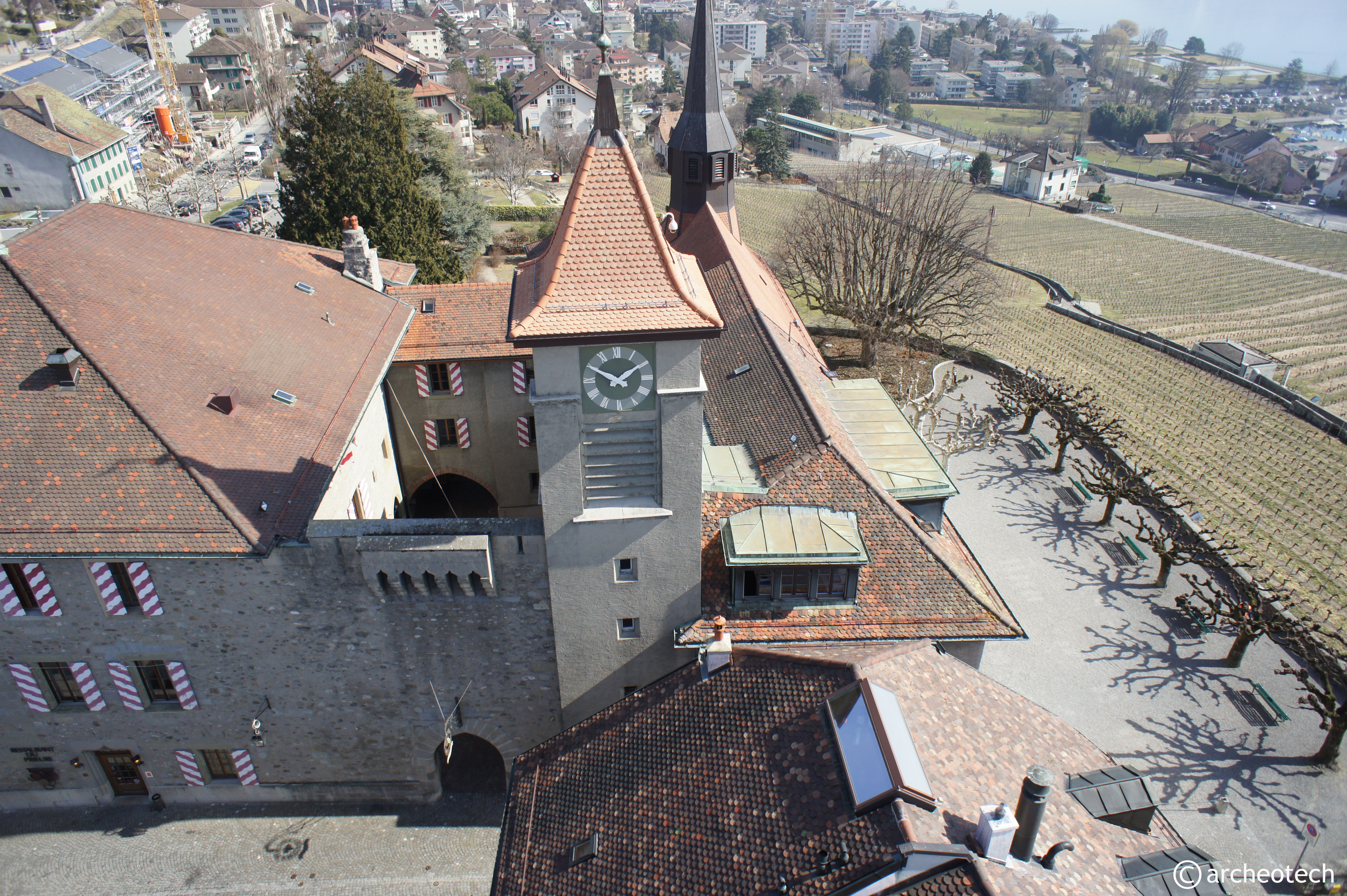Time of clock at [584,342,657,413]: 1:50
